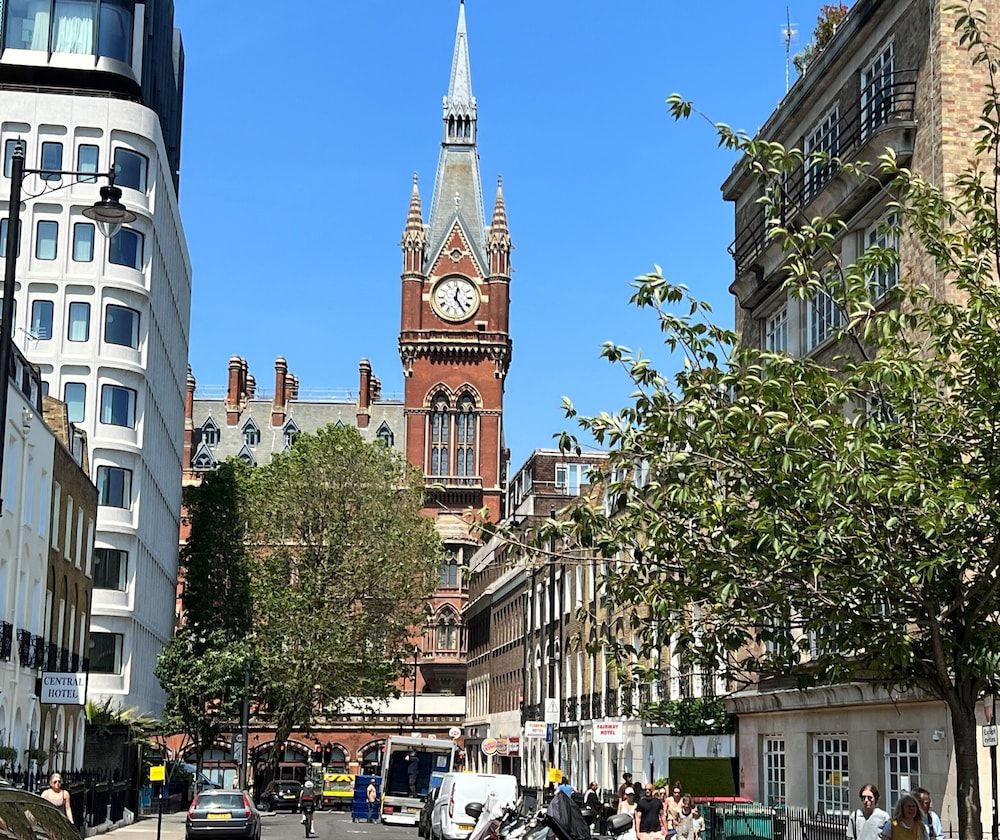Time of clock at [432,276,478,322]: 12:24
